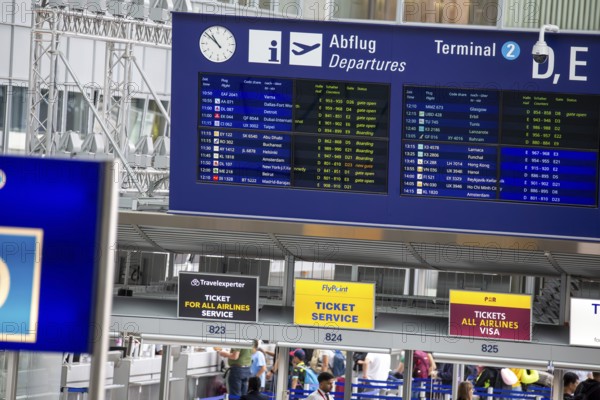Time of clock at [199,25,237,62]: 10:51
